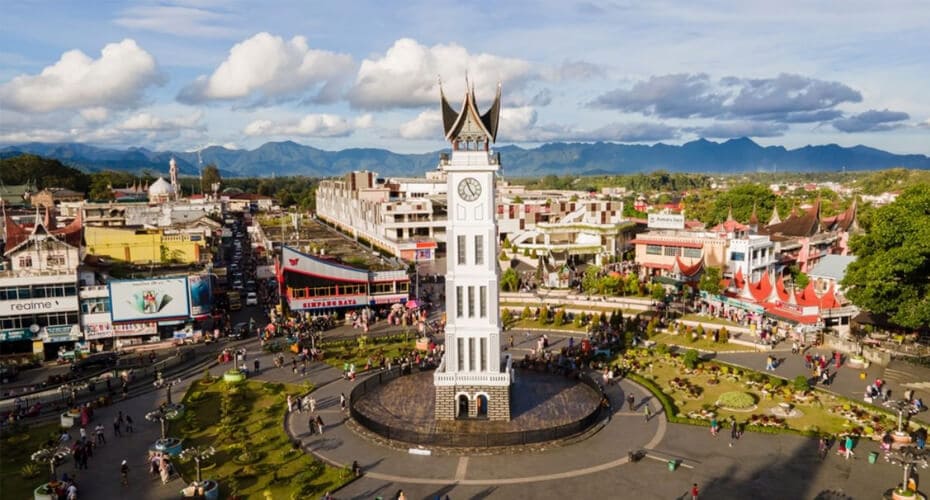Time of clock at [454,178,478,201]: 4:56
